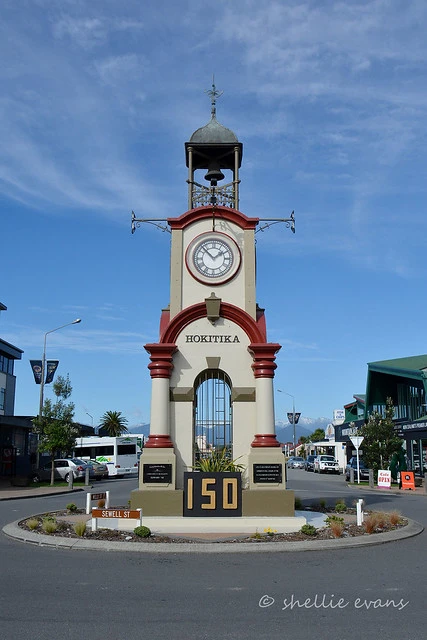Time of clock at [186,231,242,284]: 1:52
